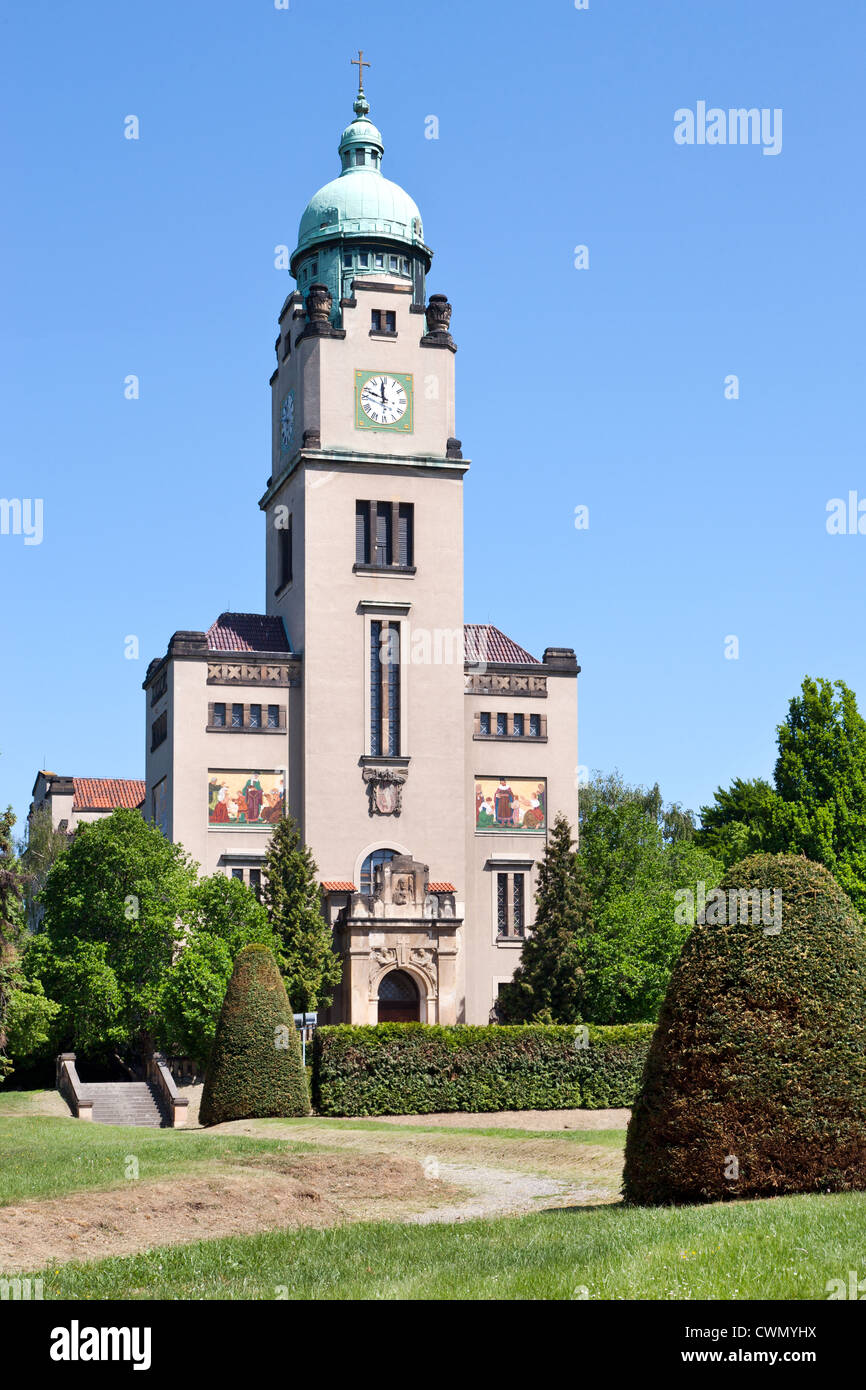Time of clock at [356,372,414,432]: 11:48
